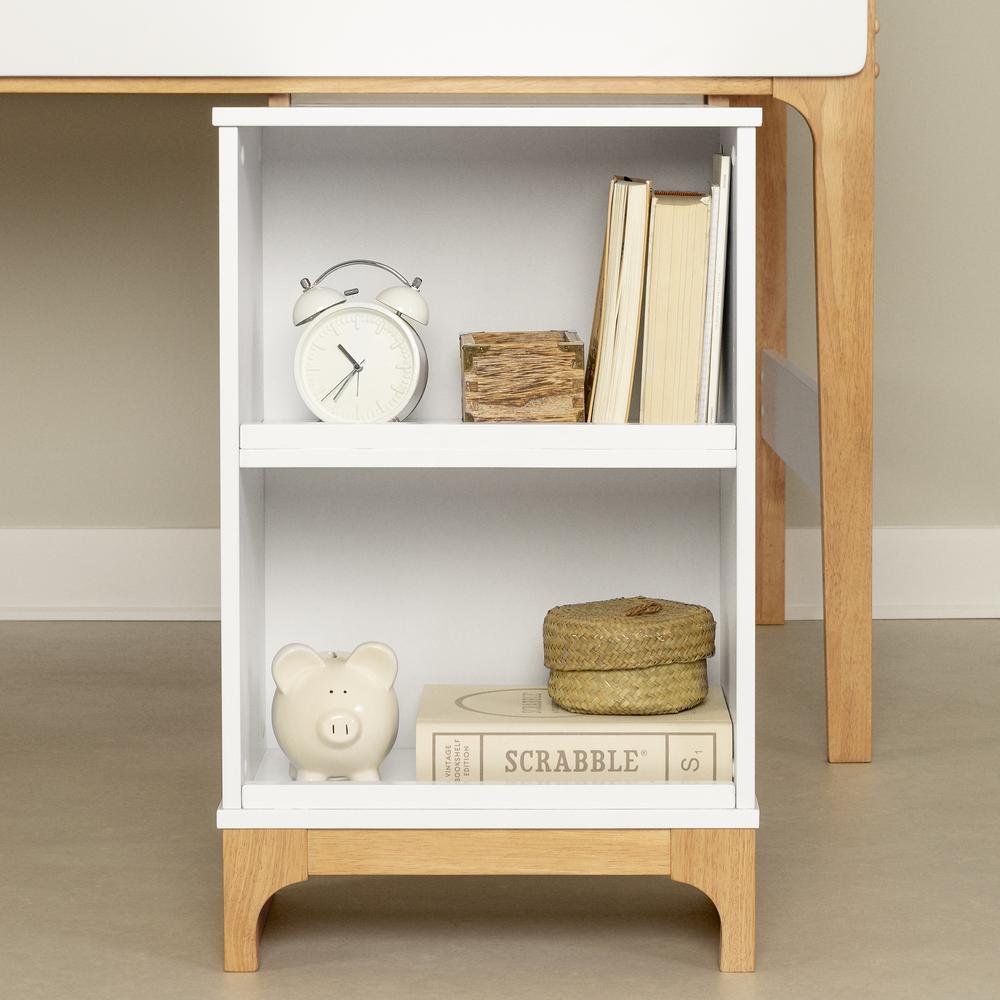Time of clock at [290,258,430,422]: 10:36
